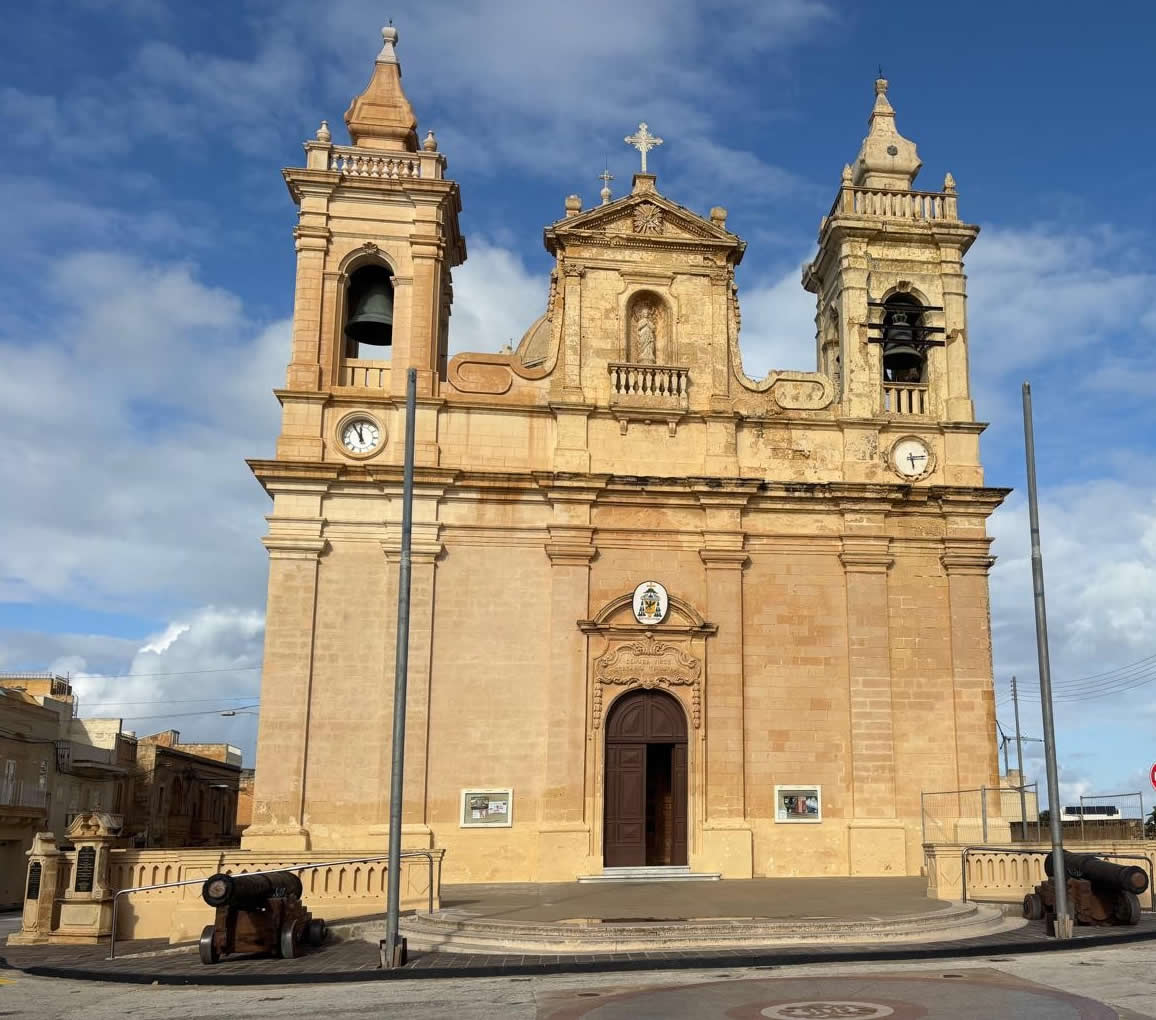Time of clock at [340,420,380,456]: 11:55
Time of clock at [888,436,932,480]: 5:14
